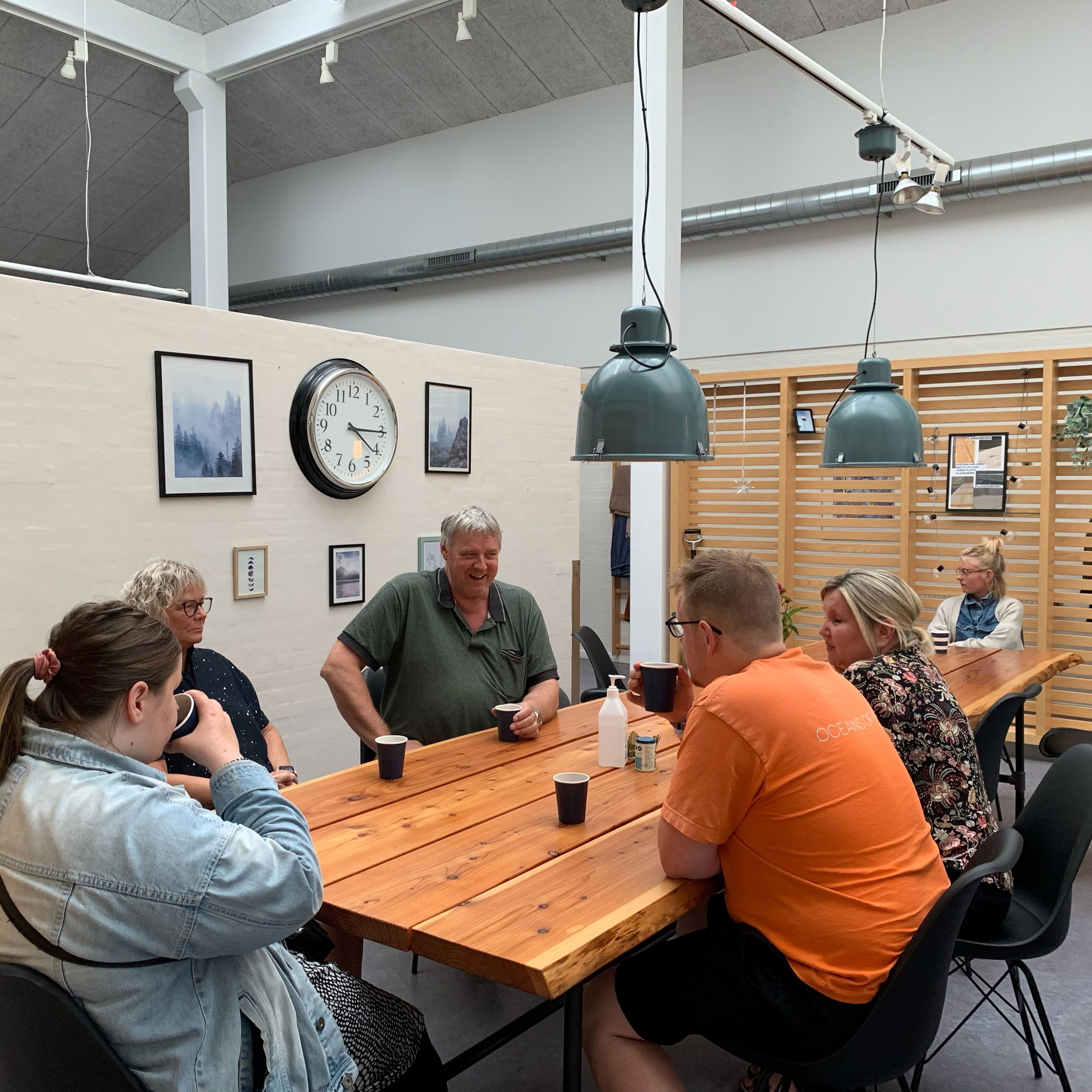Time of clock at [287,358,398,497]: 4:15
